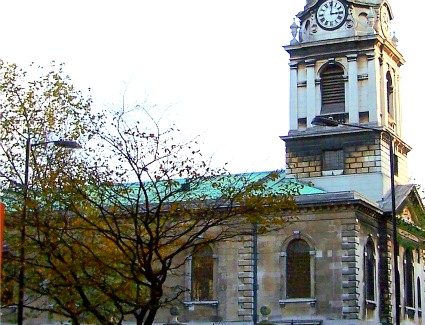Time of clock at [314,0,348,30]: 3:00
